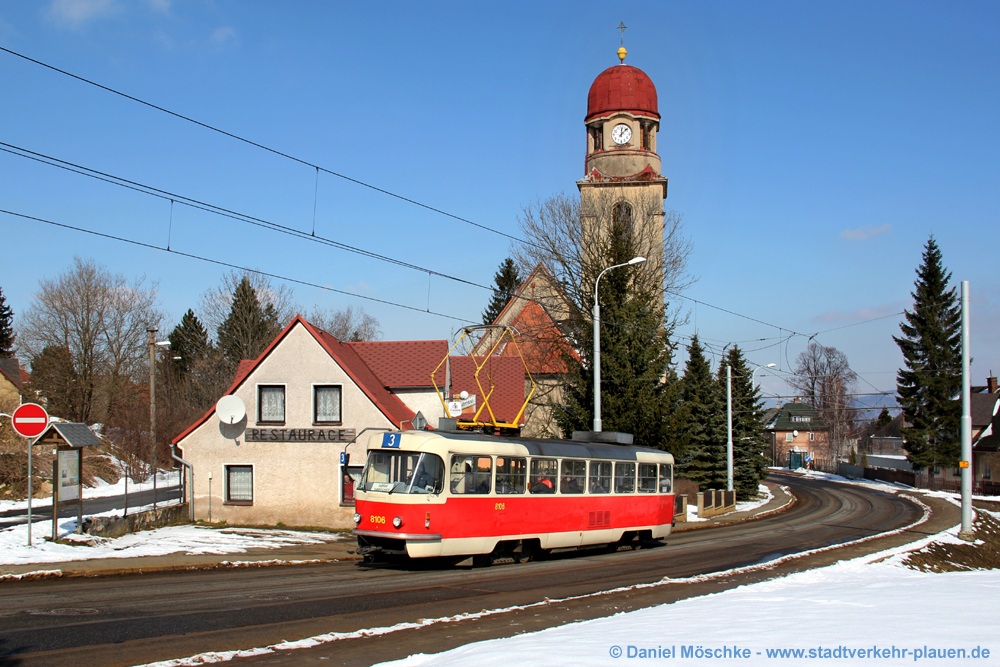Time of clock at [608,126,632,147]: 12:07
